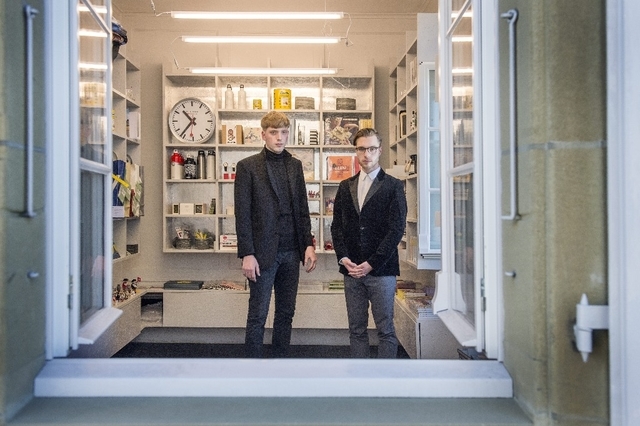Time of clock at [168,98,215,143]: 10:36
